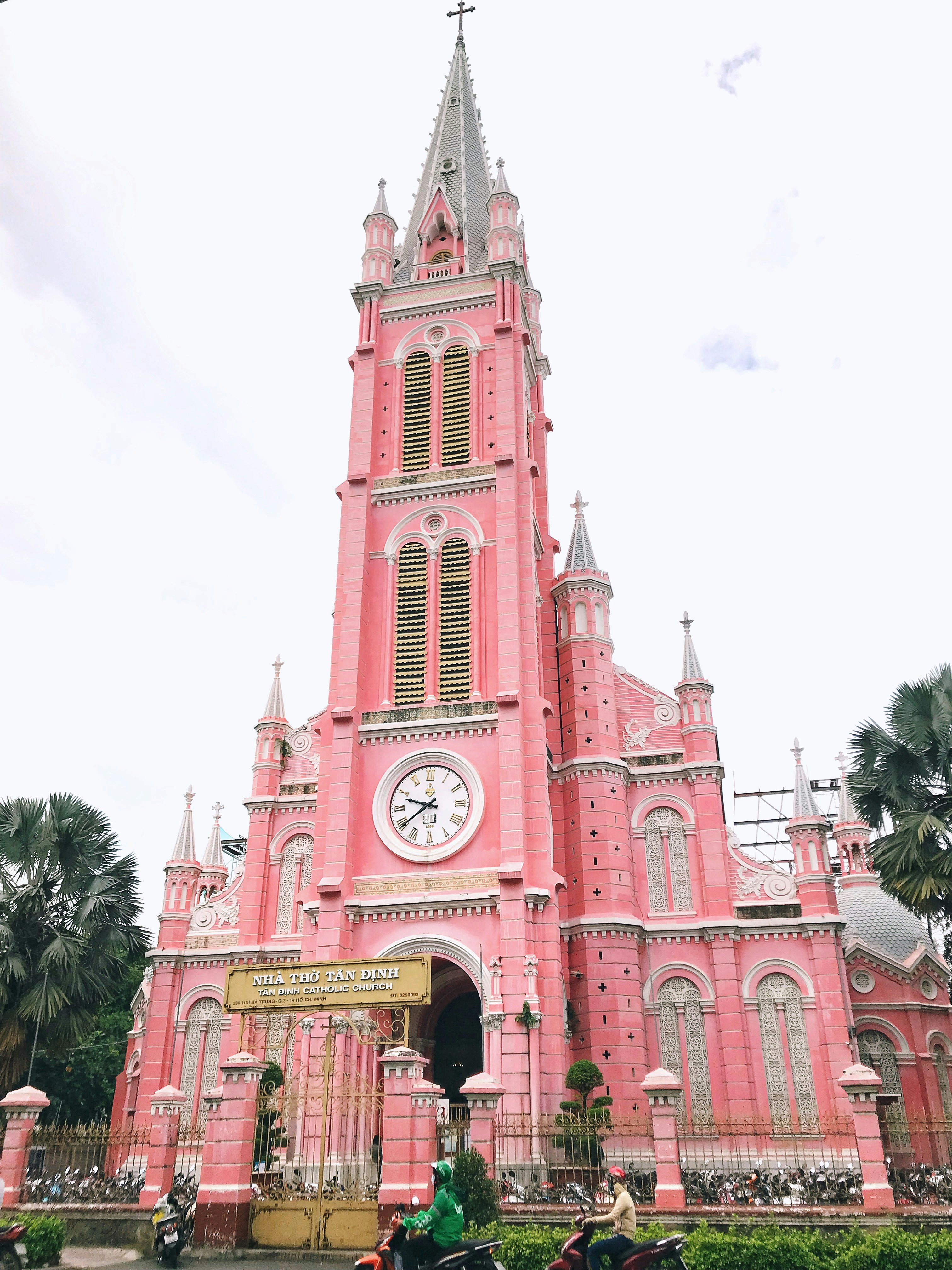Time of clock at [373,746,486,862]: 9:39
